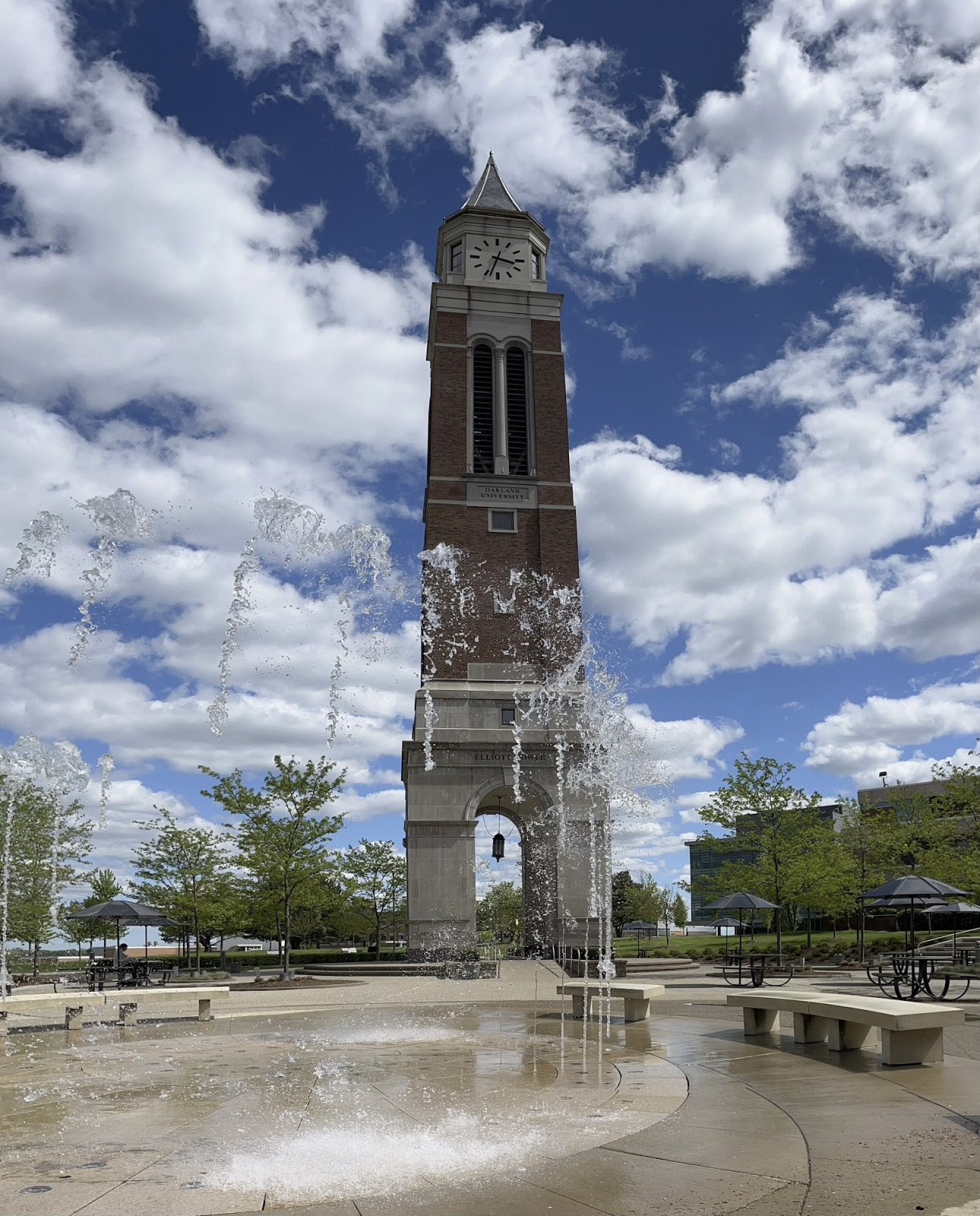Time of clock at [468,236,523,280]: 3:33
